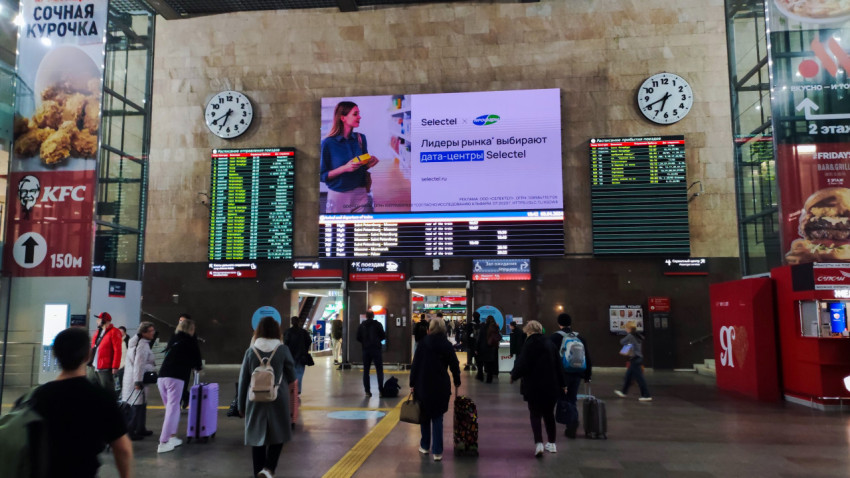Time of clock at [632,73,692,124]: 6:40
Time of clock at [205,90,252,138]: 6:40
